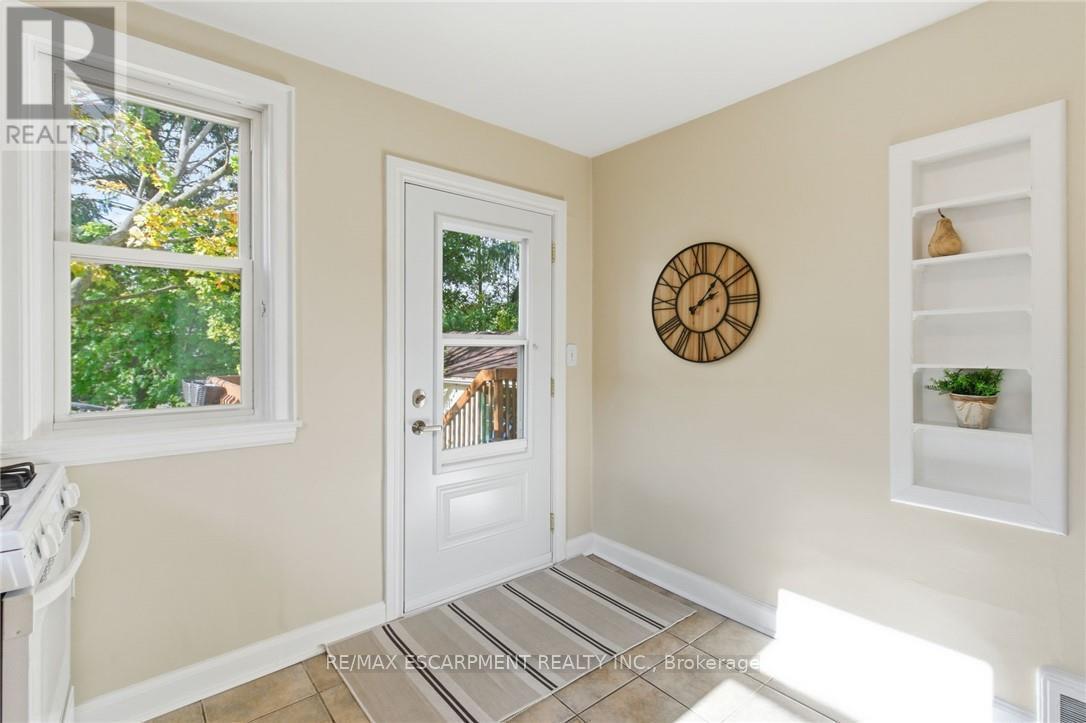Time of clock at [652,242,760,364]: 2:06
